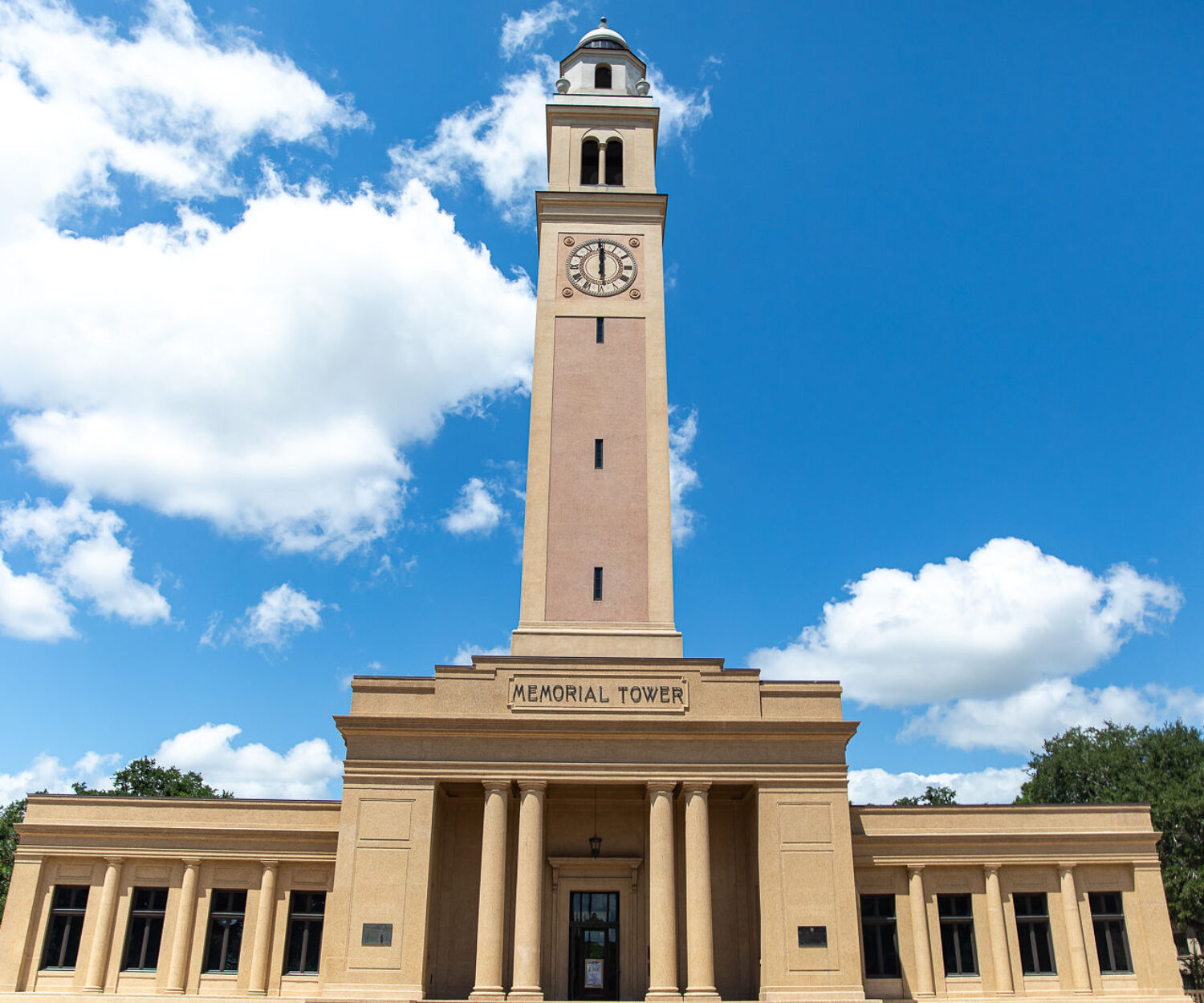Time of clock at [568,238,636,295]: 11:59
